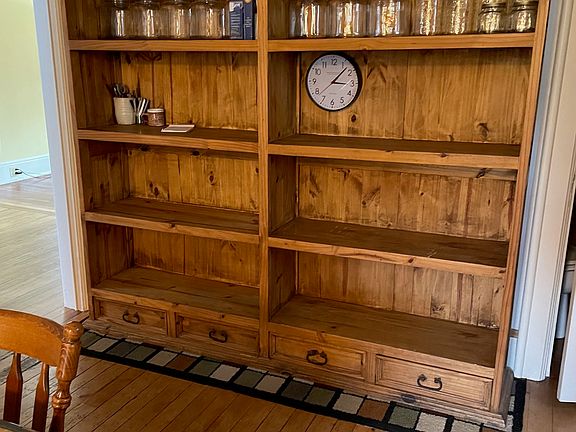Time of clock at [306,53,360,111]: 3:07
